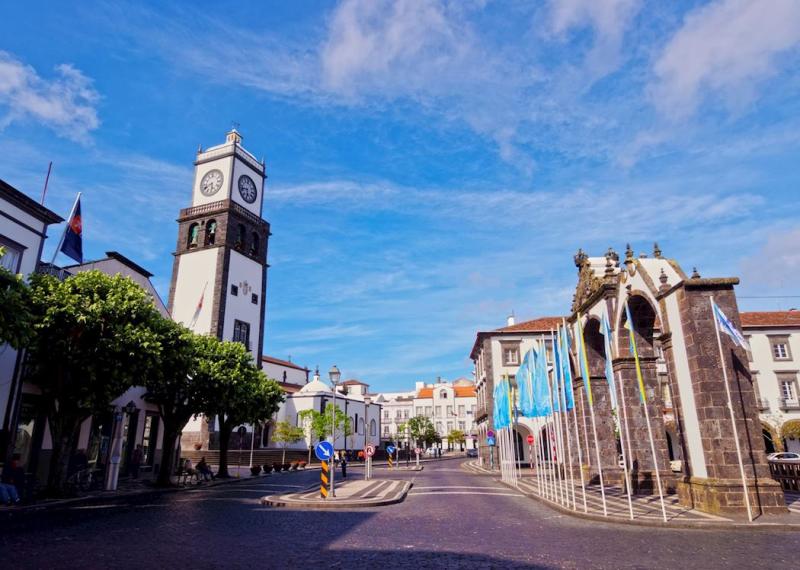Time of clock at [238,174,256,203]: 5:42
